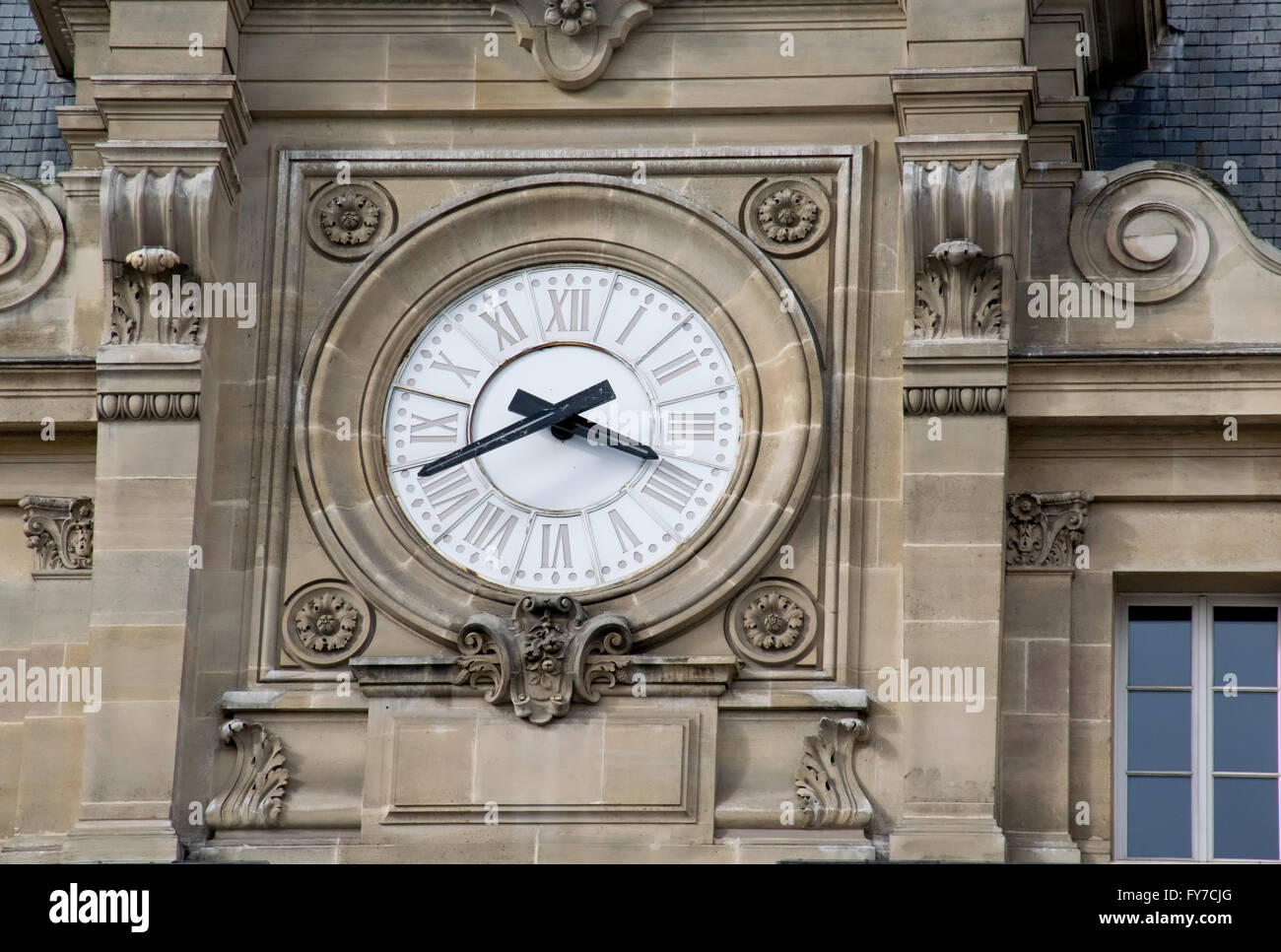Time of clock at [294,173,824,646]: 3:40
